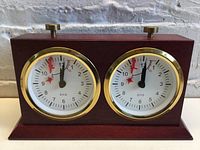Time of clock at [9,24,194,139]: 12:01
